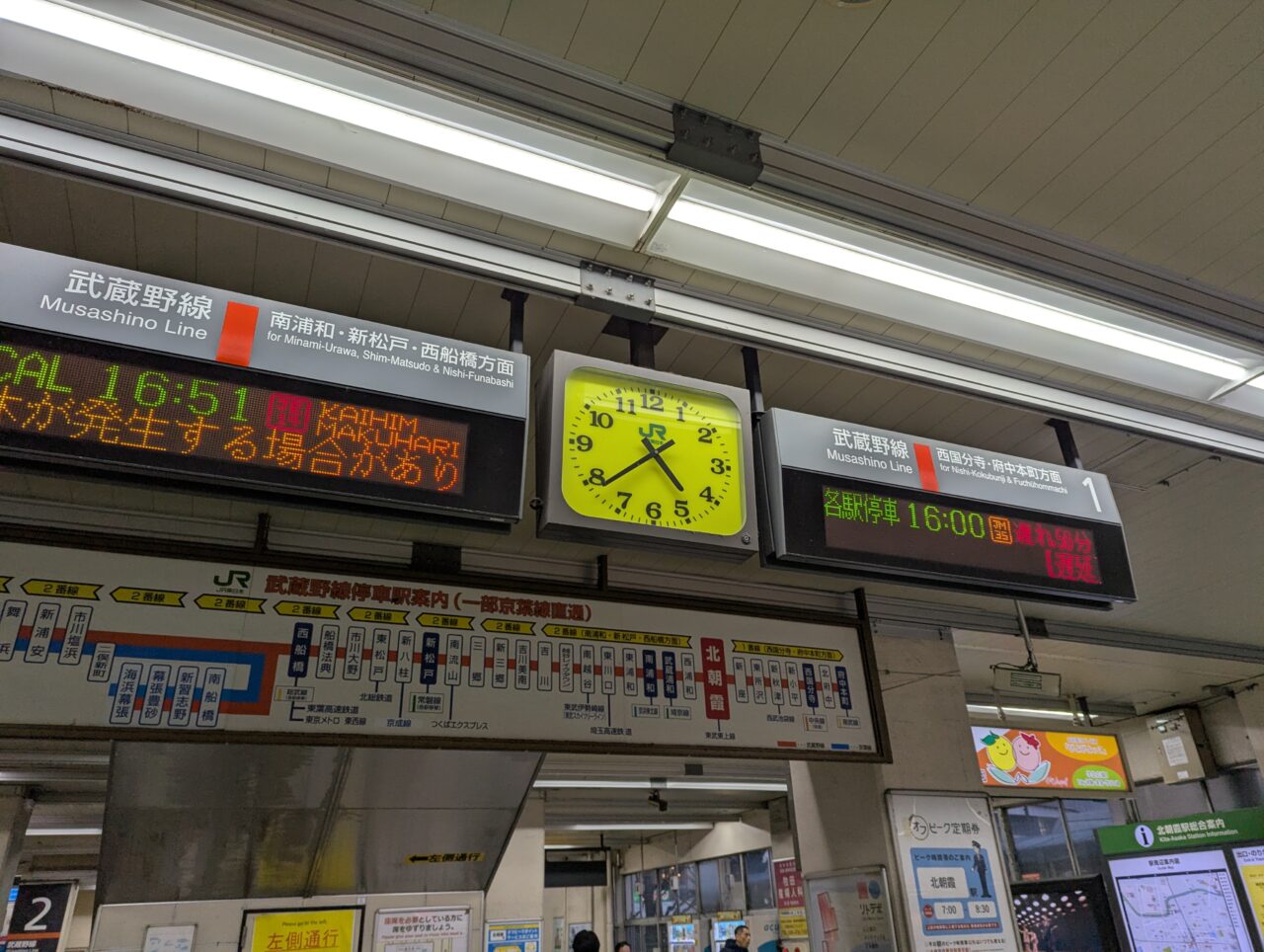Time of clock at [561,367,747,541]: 4:38
